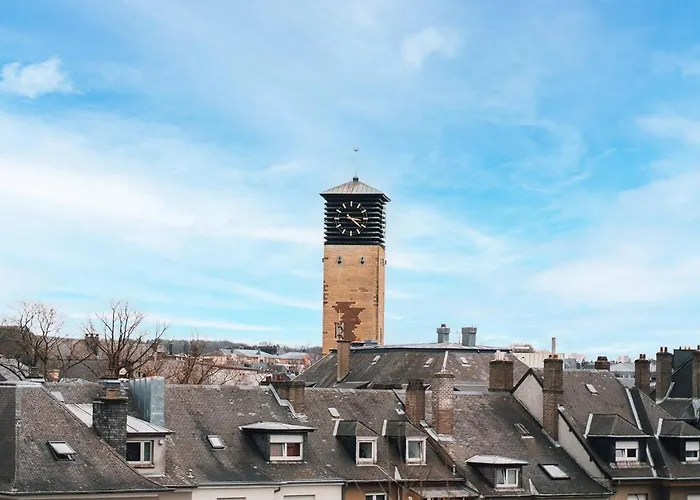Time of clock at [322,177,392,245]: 4:14
